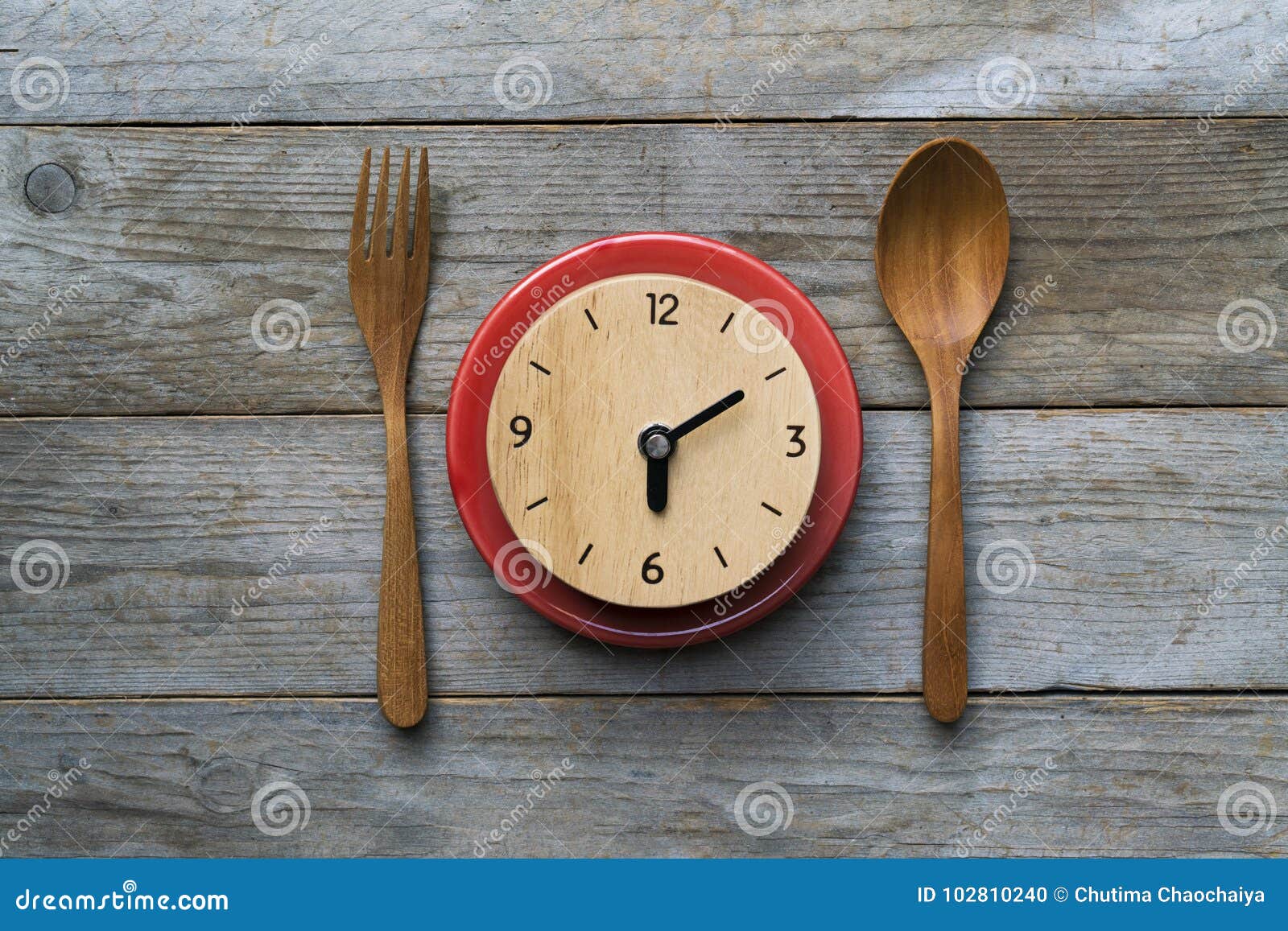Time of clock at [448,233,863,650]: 6:10
